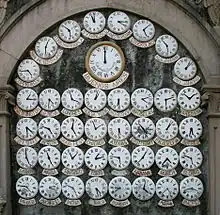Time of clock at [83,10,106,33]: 11:00
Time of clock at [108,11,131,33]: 4:14
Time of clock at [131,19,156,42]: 5:08
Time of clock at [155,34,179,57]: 10:28
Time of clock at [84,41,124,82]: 11:59
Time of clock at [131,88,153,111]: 4:12
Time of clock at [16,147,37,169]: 4:59
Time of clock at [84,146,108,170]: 1:12
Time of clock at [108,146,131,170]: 5:46
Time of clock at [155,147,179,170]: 4:36
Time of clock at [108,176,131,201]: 8:38
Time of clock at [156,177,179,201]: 4:37
